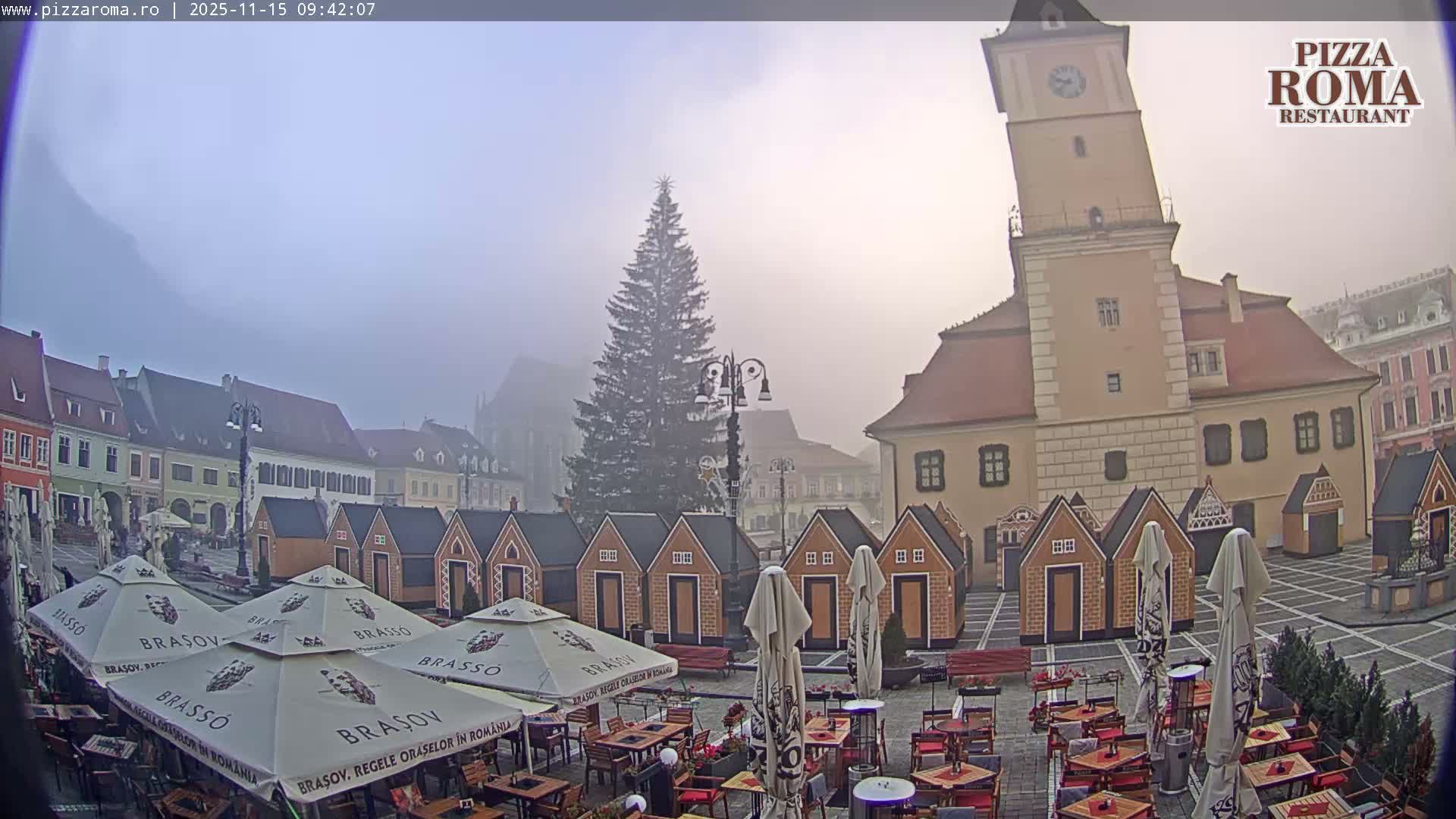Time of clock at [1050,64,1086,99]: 9:38
